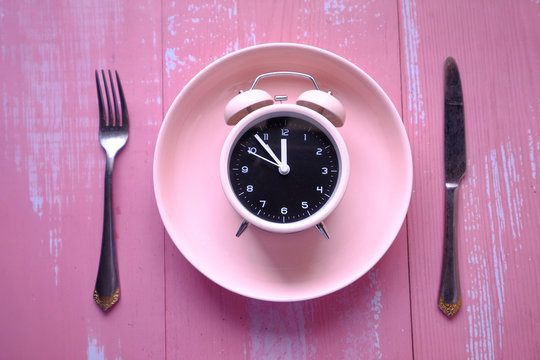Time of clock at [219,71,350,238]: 11:53
